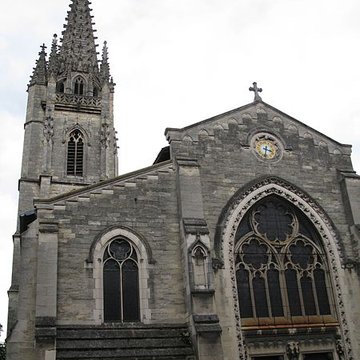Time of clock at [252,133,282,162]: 3:32
